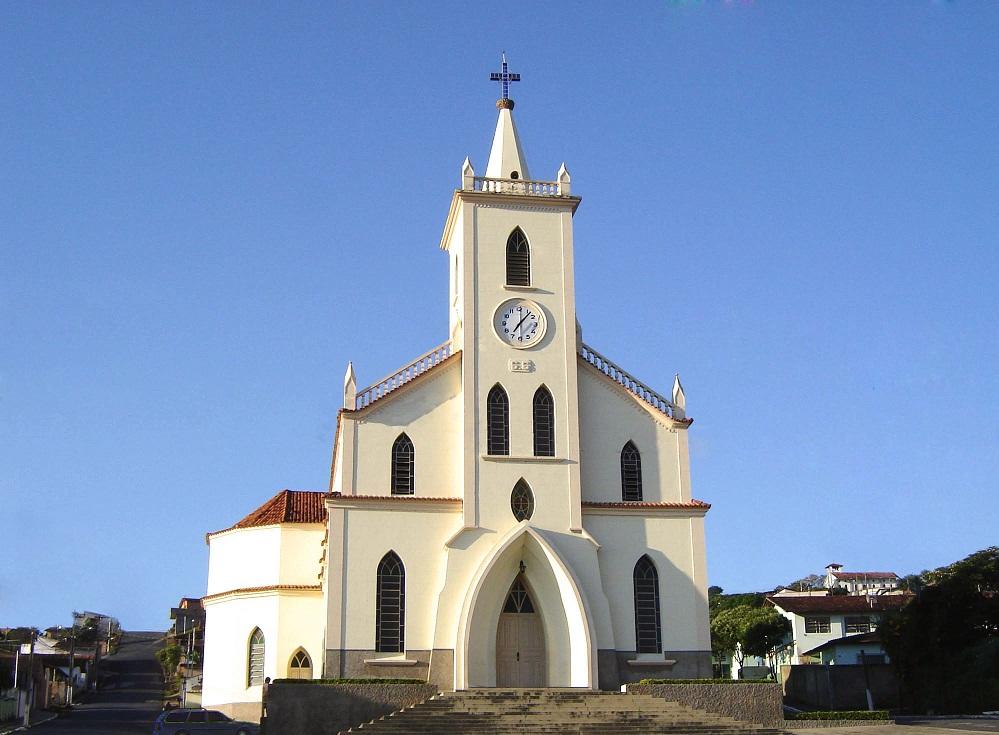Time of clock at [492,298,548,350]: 7:06
